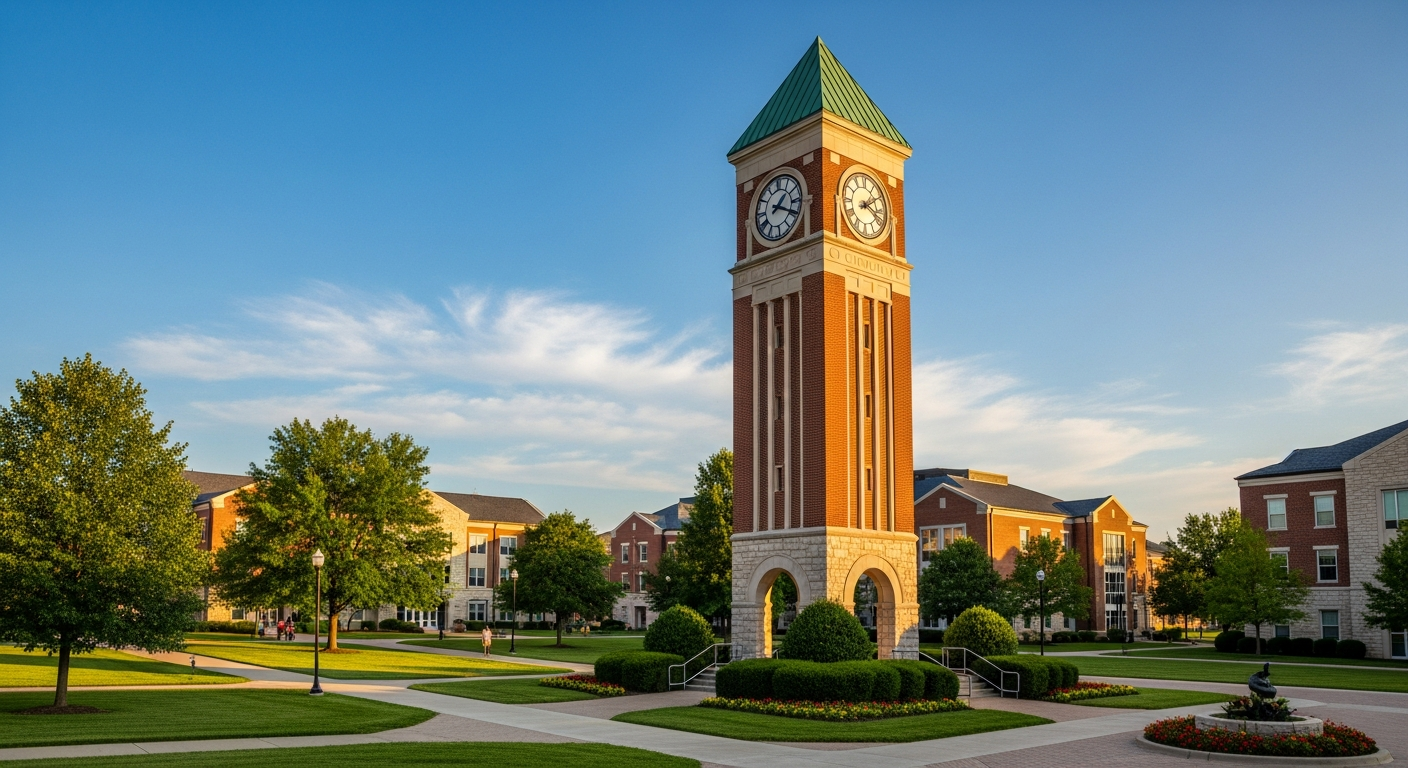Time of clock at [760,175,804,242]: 1:19
